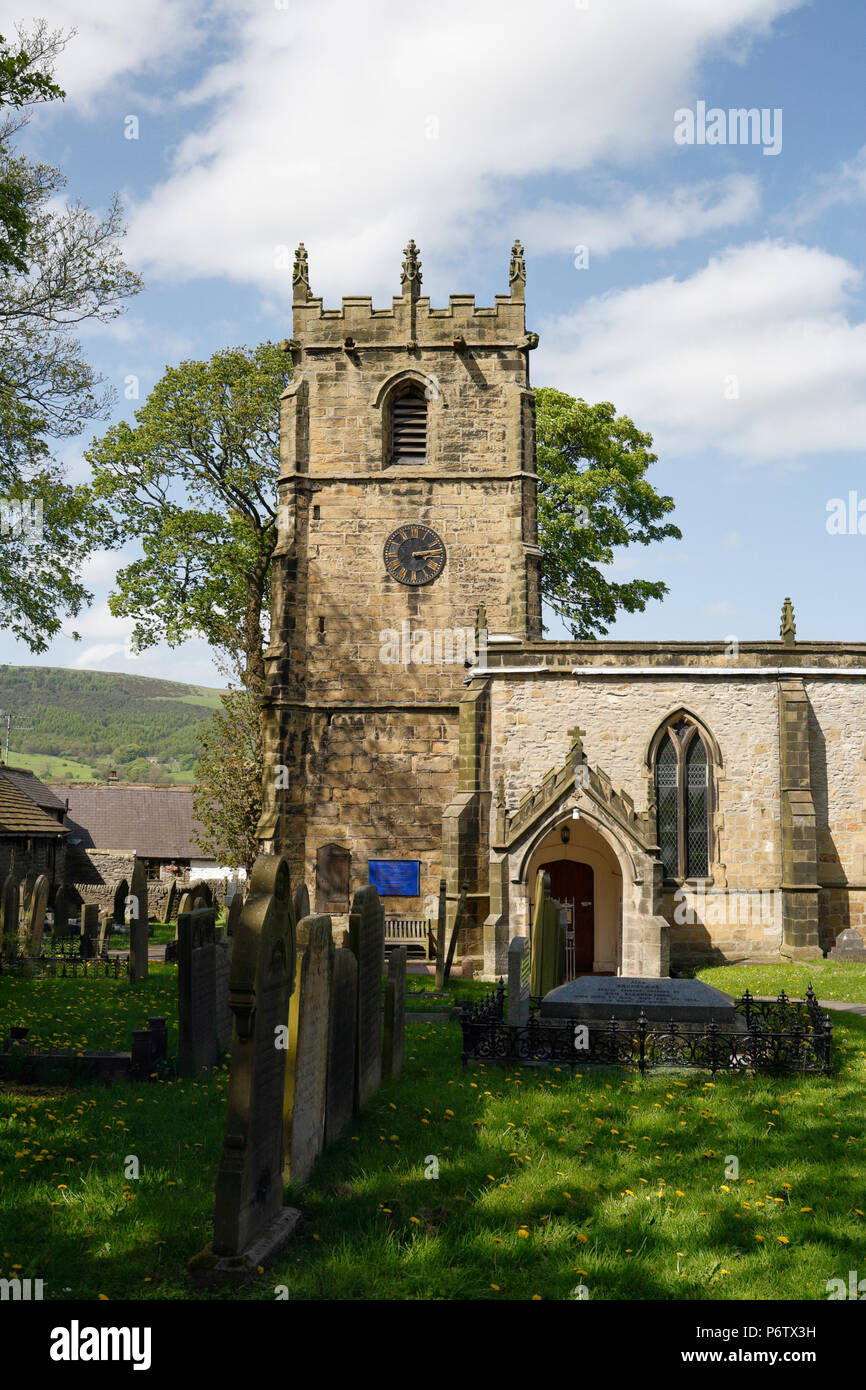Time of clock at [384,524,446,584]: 3:13
